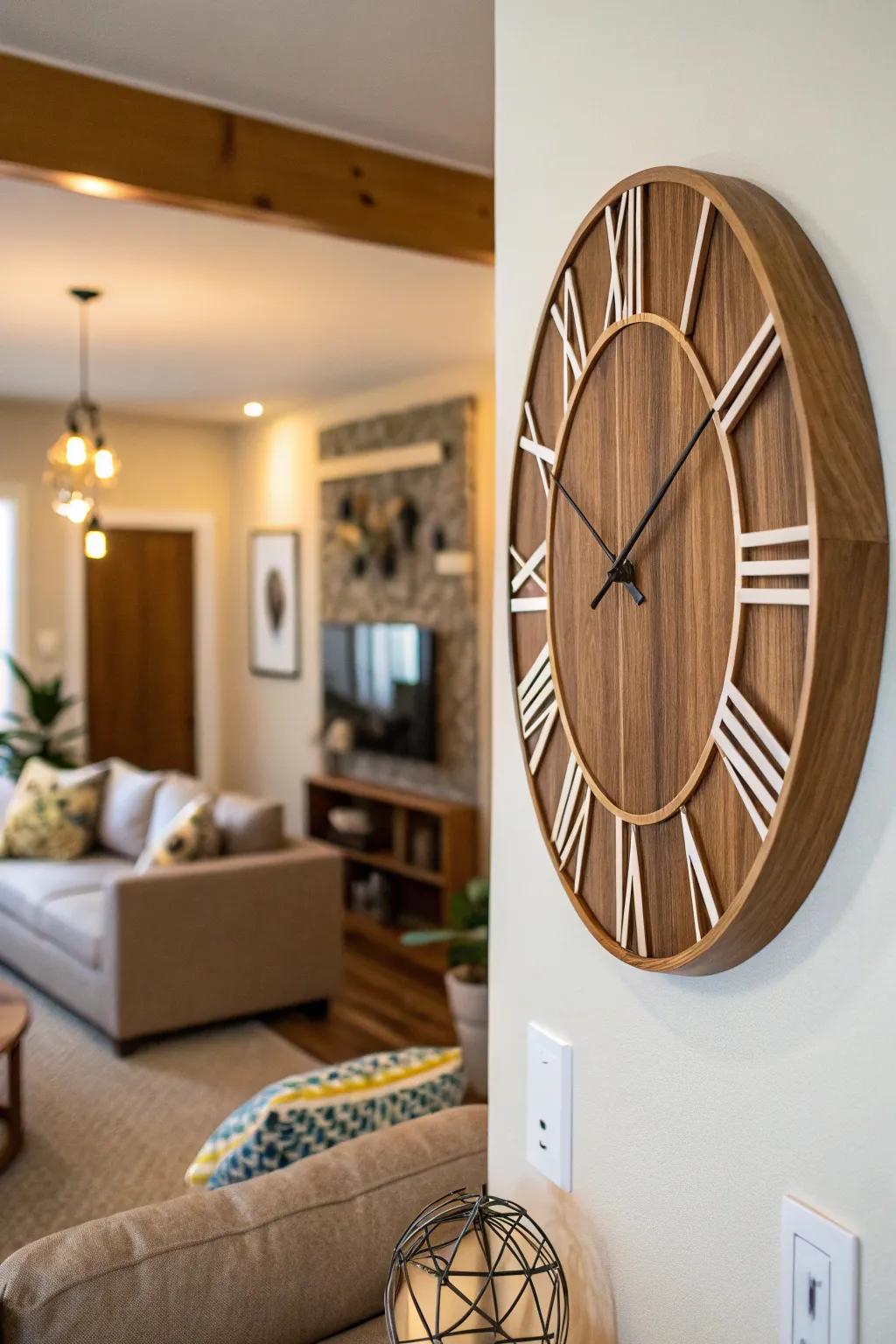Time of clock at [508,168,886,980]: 8:09
